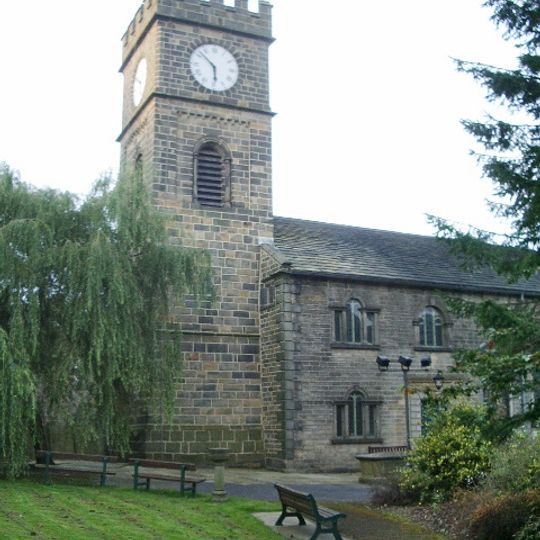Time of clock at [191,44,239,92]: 5:52
